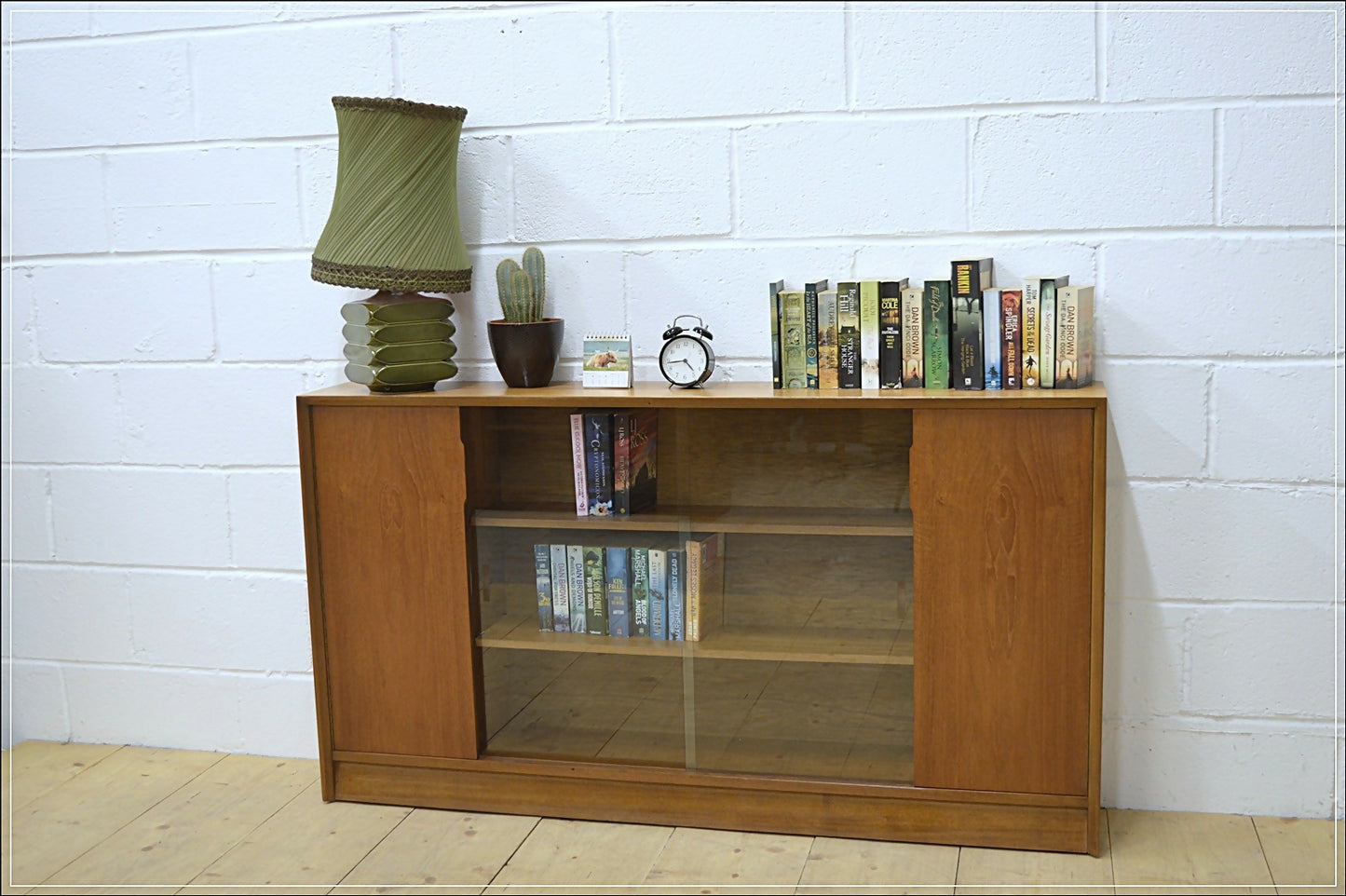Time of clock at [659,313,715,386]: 4:43
